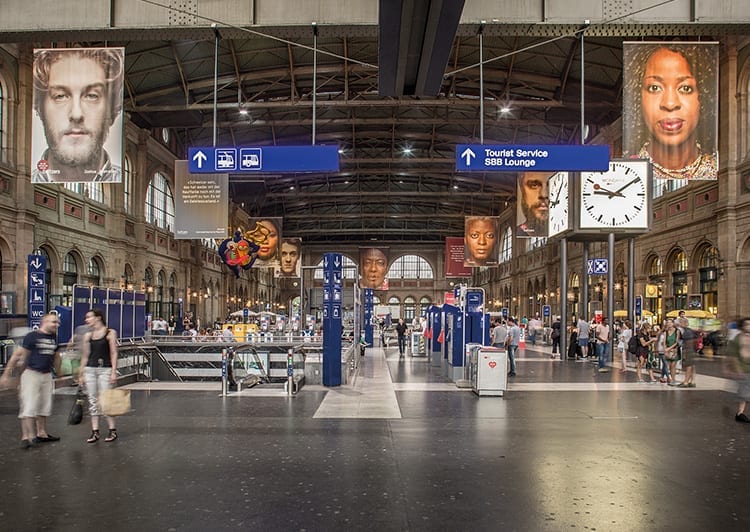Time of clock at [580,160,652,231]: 9:09
